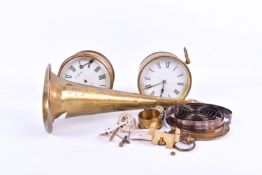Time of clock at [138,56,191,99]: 5:39
